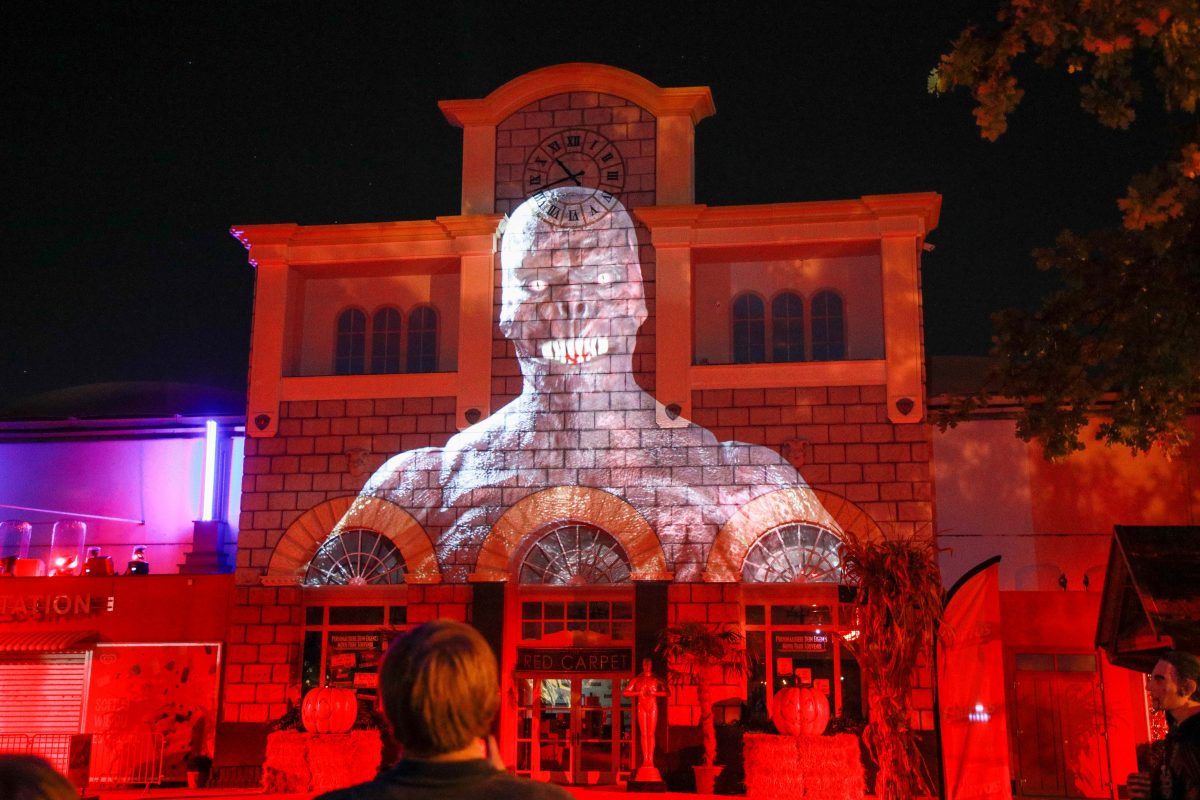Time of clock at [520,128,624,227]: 10:41
